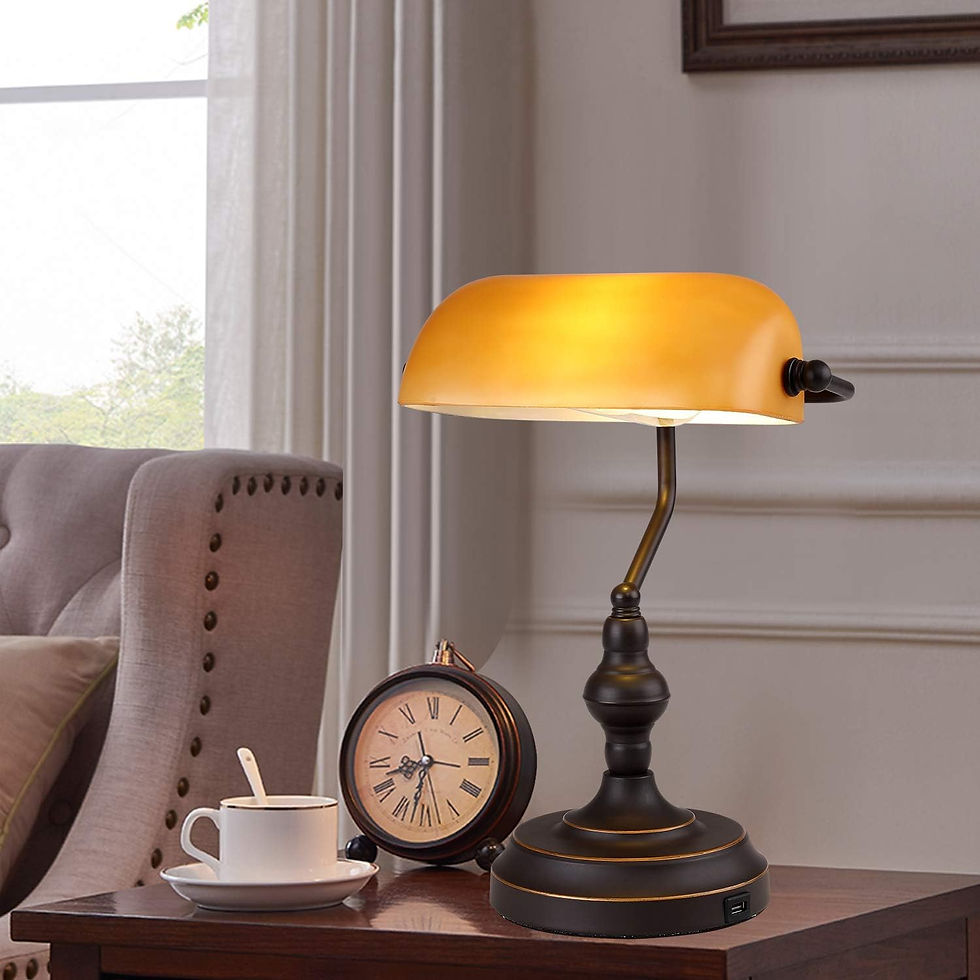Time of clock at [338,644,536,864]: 8:32
